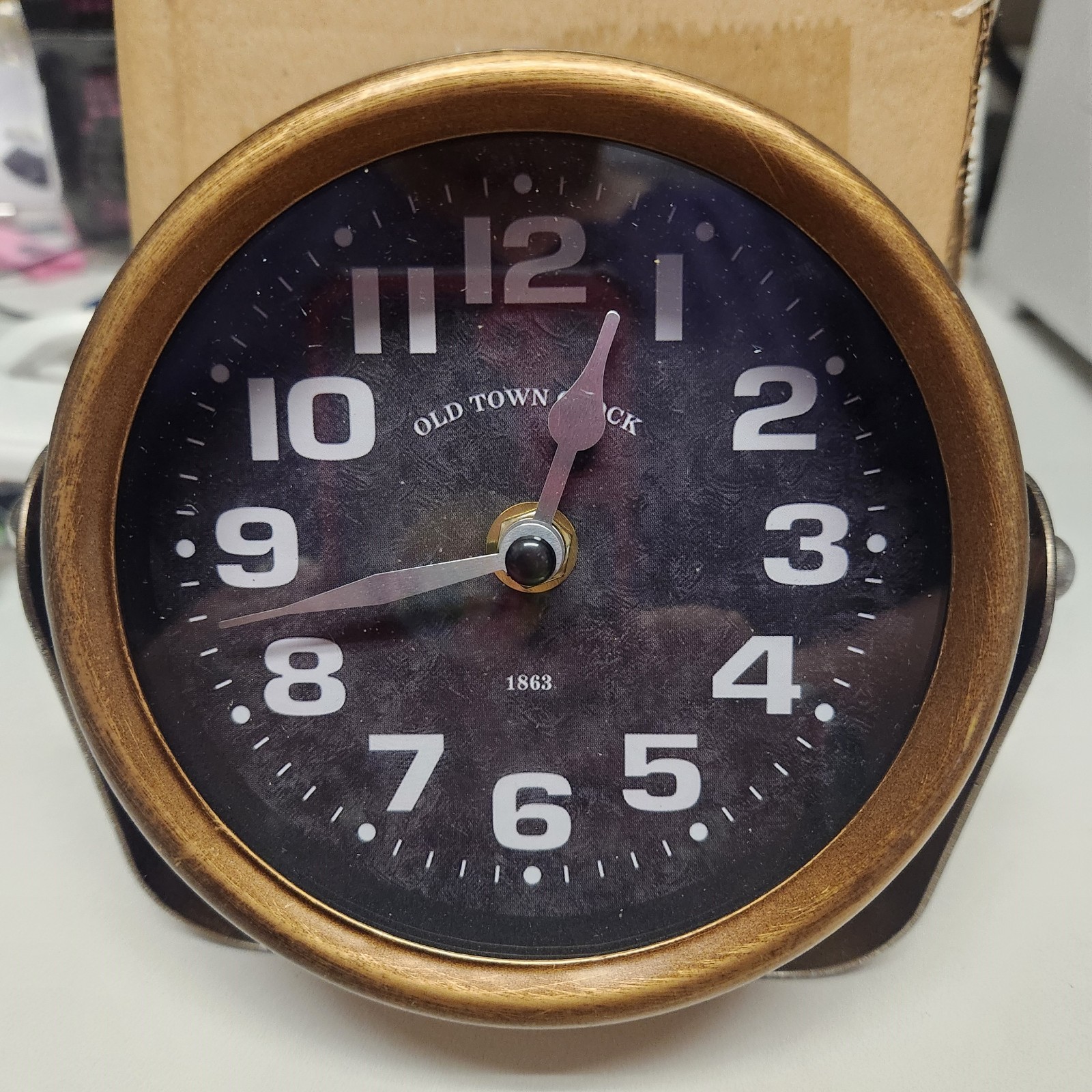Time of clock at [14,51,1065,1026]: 12:42
